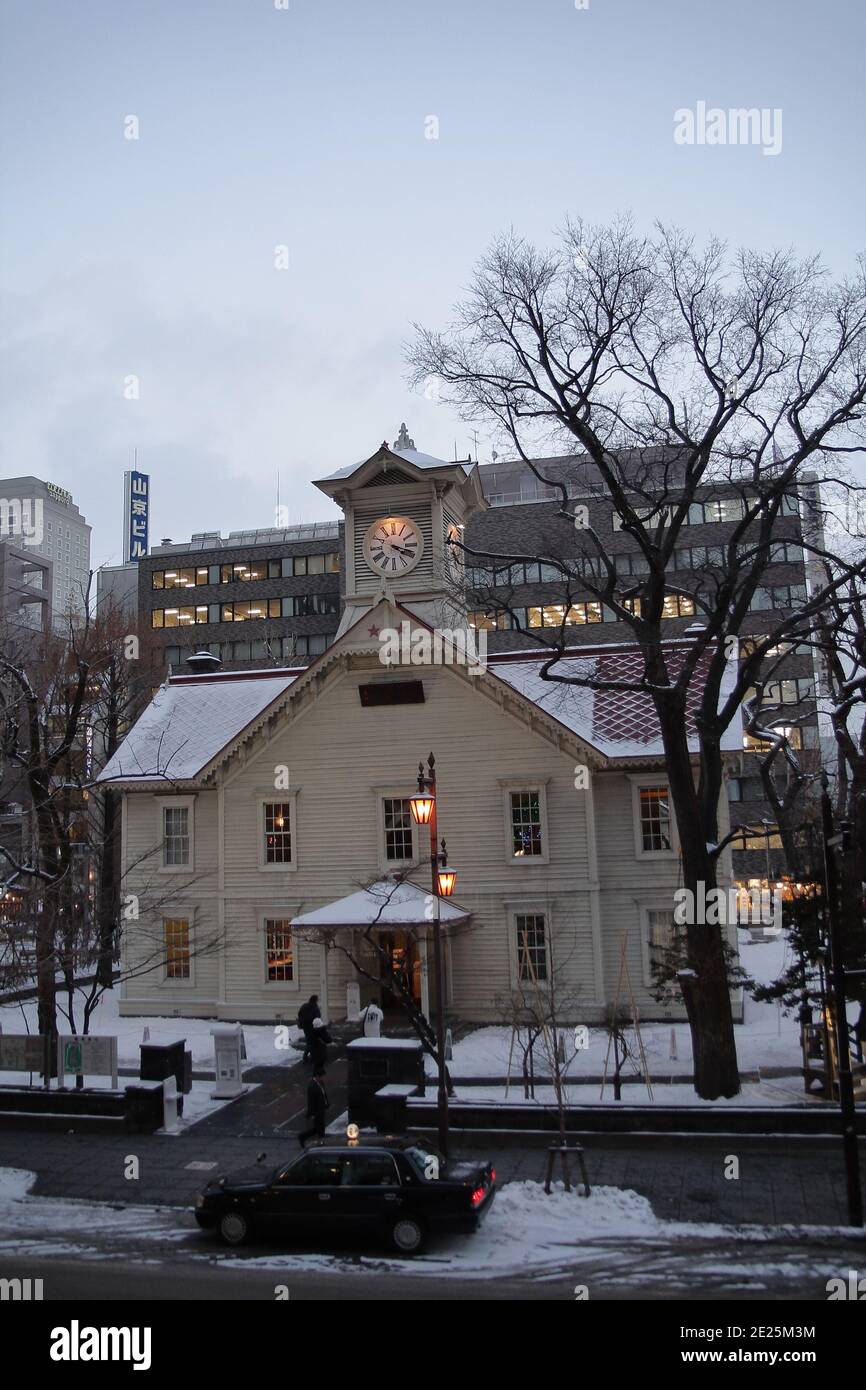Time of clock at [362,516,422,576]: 4:18
